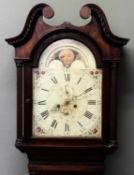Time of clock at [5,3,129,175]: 8:11
